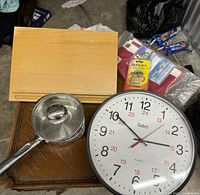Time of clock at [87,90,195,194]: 2:50
